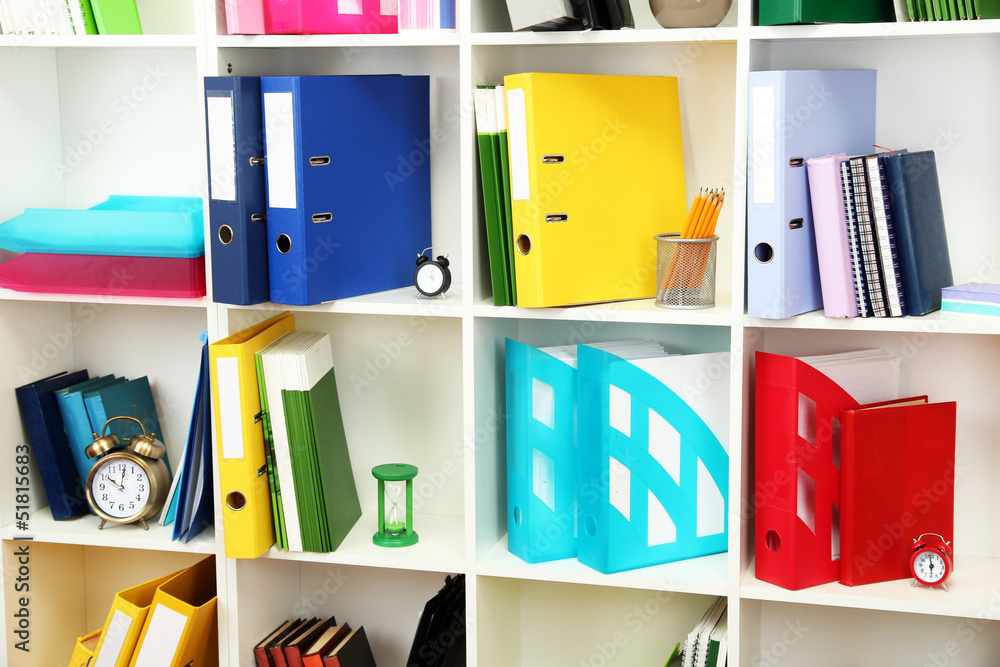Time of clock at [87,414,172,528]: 10:01
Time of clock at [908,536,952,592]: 5:58
